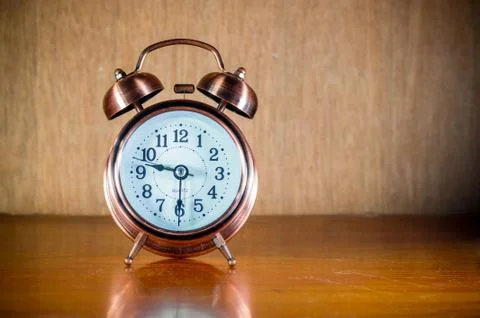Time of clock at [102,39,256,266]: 9:30
